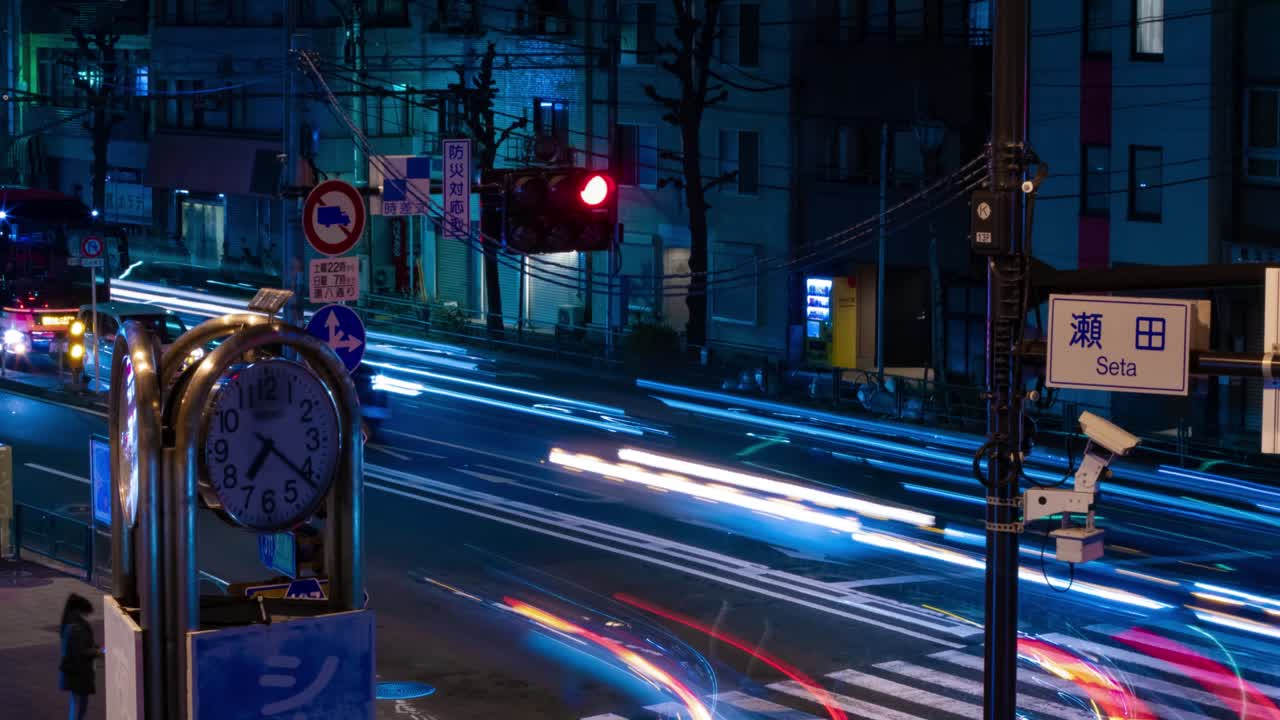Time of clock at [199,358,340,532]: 7:21
